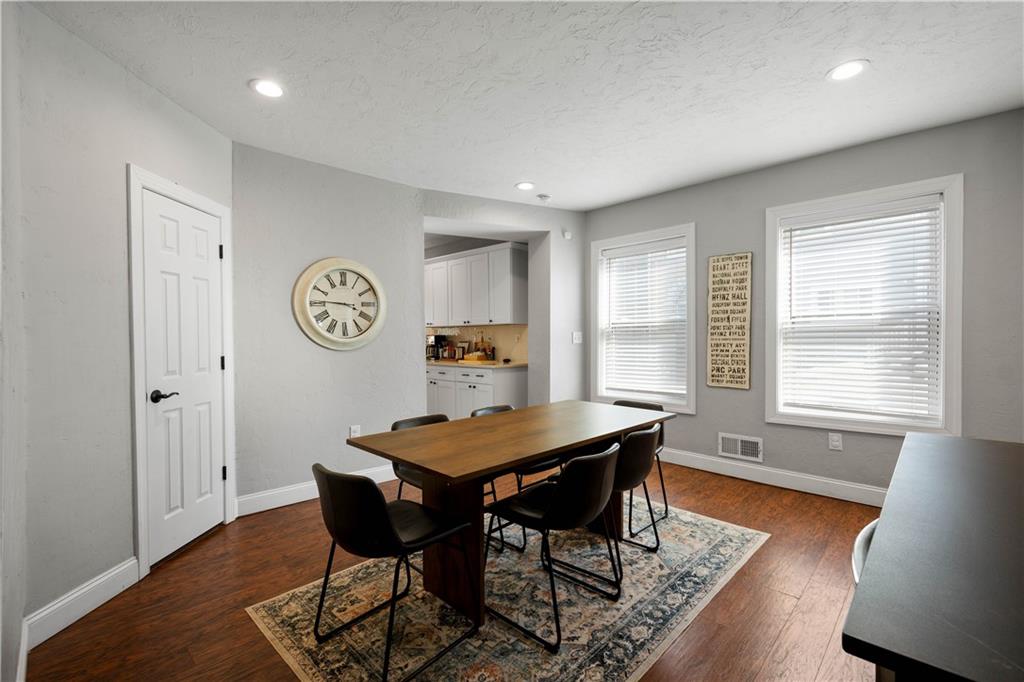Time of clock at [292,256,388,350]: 3:45
